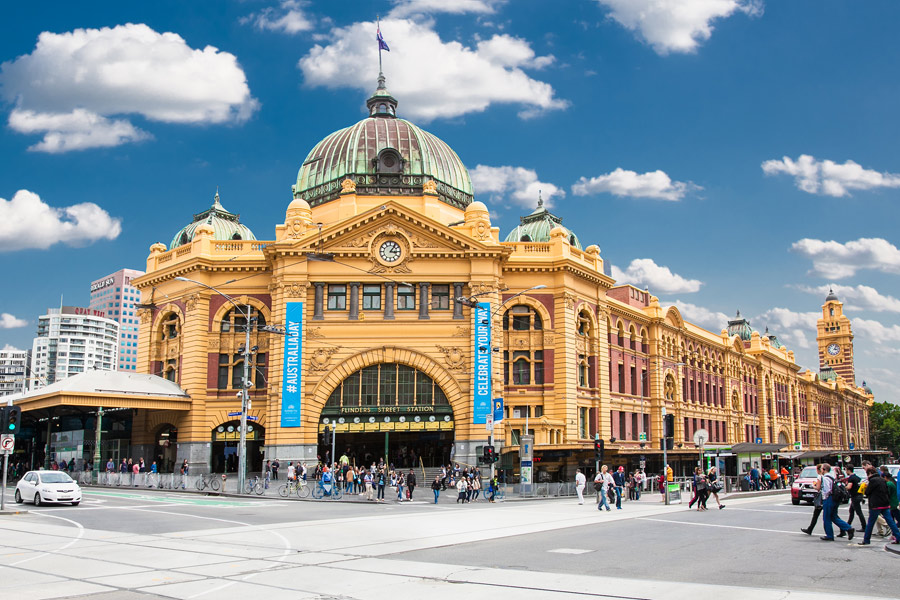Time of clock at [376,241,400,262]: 3:06
